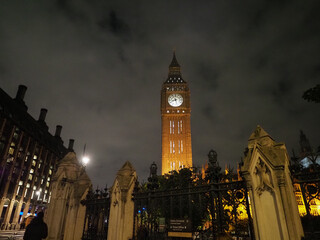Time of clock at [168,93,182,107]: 8:27
